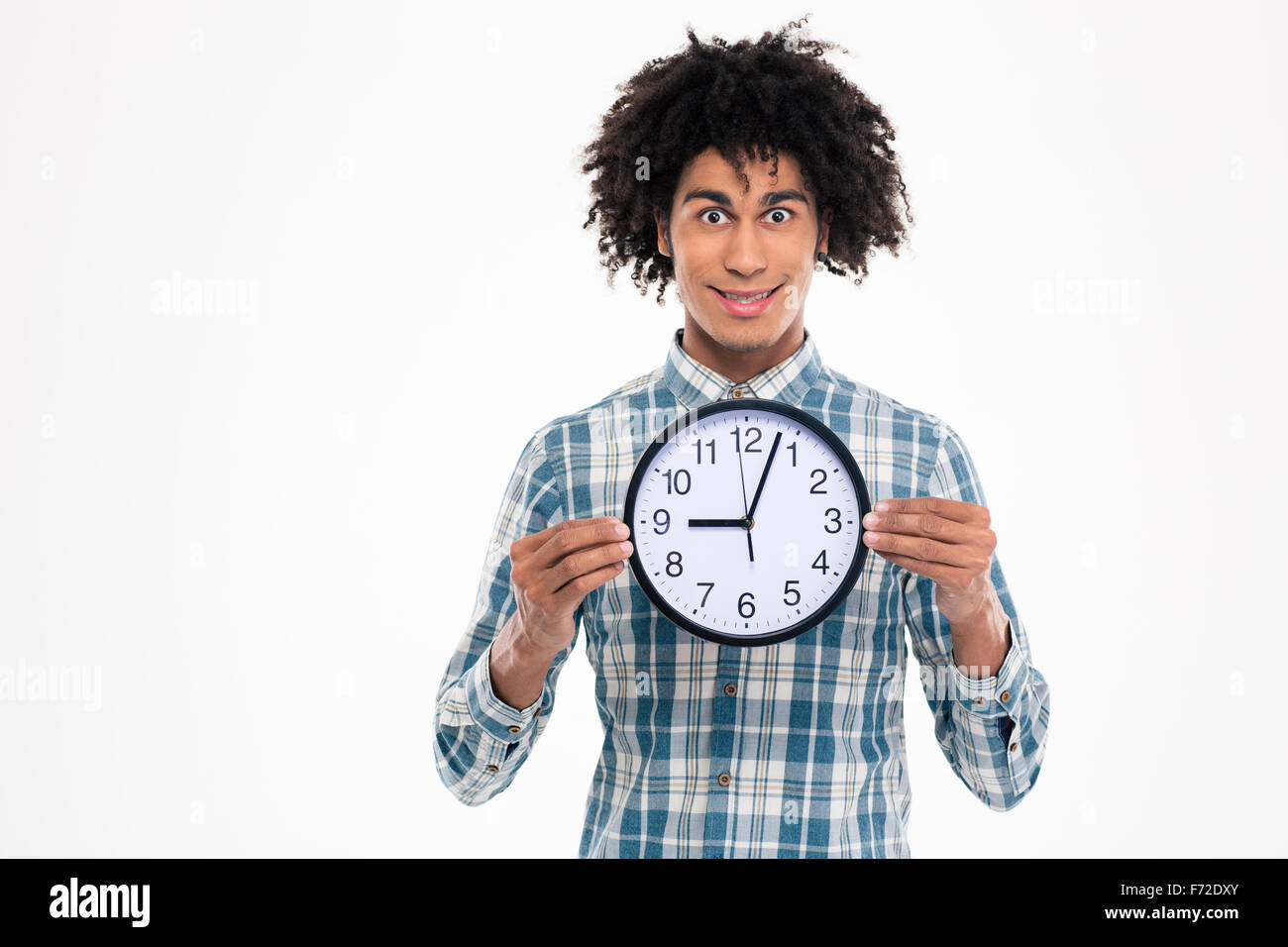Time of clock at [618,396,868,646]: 9:03
